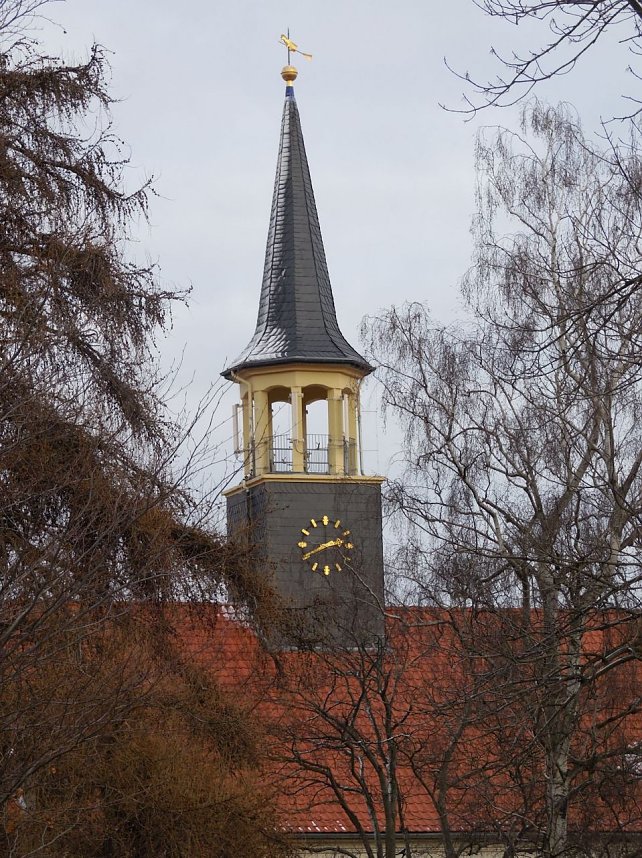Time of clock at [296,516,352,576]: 2:40
